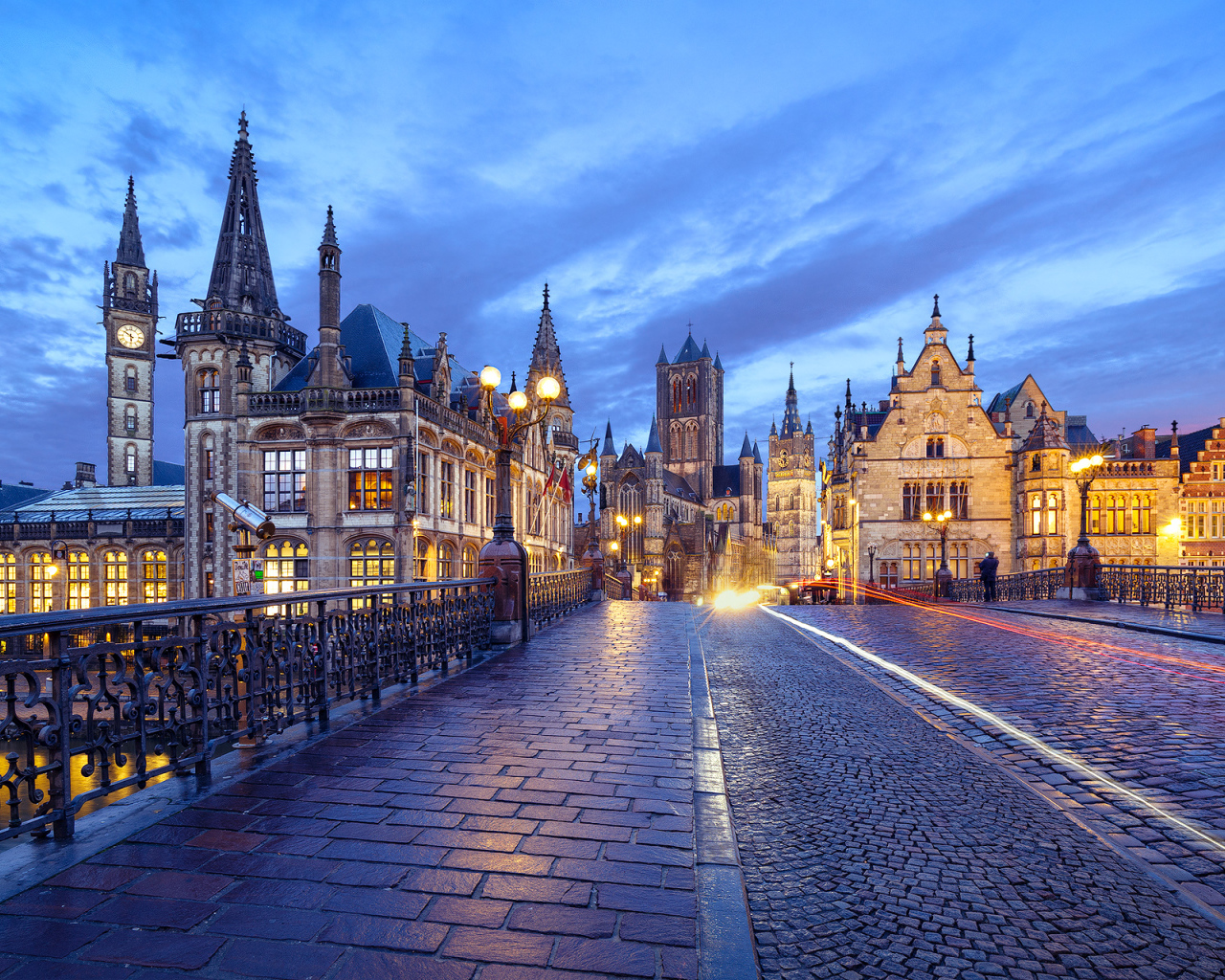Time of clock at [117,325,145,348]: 5:50
